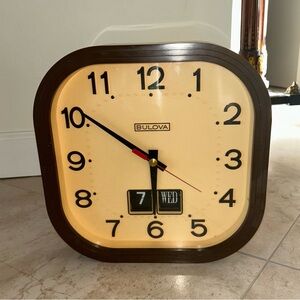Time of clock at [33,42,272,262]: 5:50
